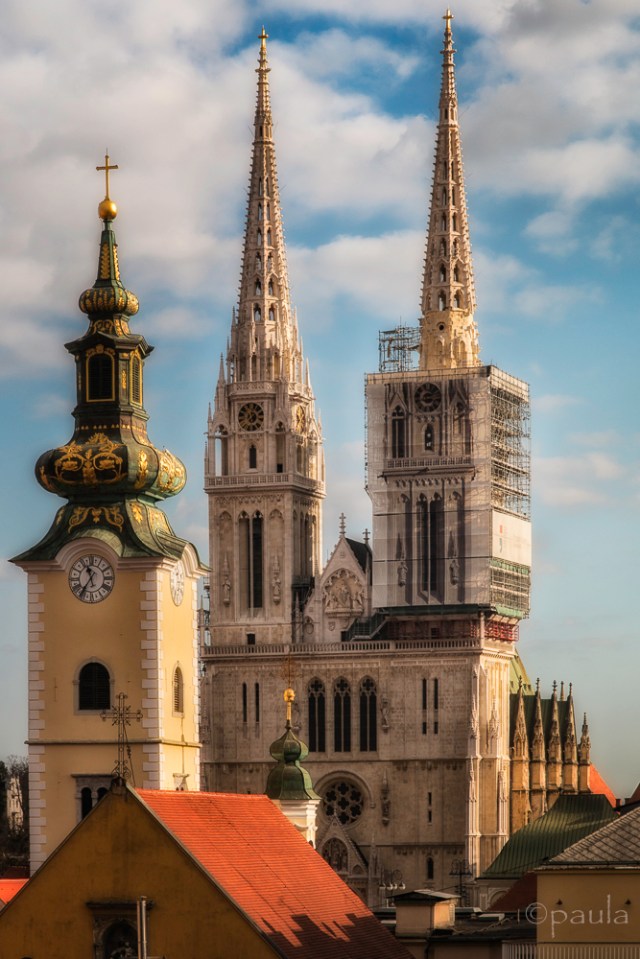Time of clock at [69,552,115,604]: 11:35
